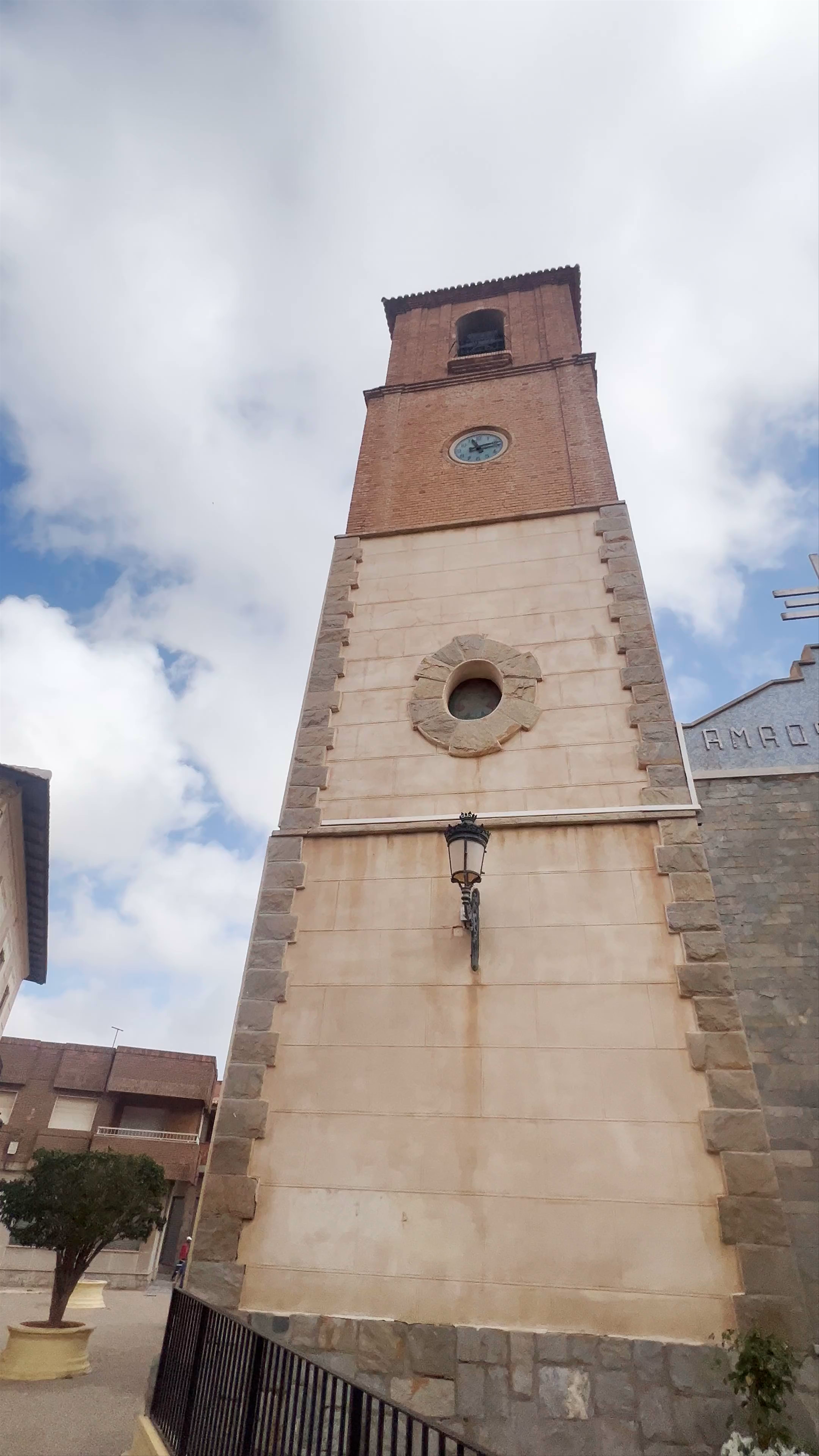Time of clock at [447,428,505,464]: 11:12
